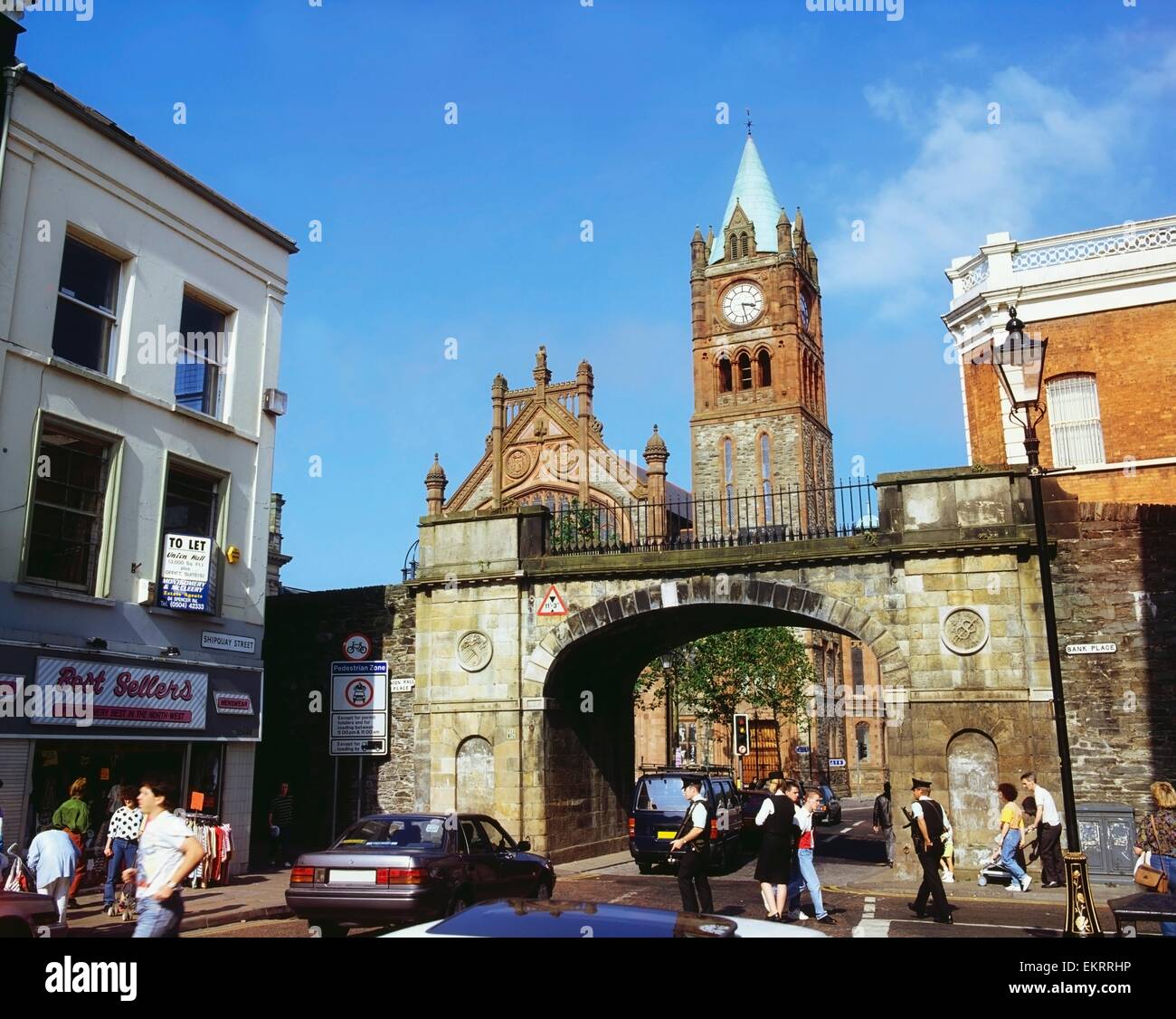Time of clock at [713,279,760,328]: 3:28
